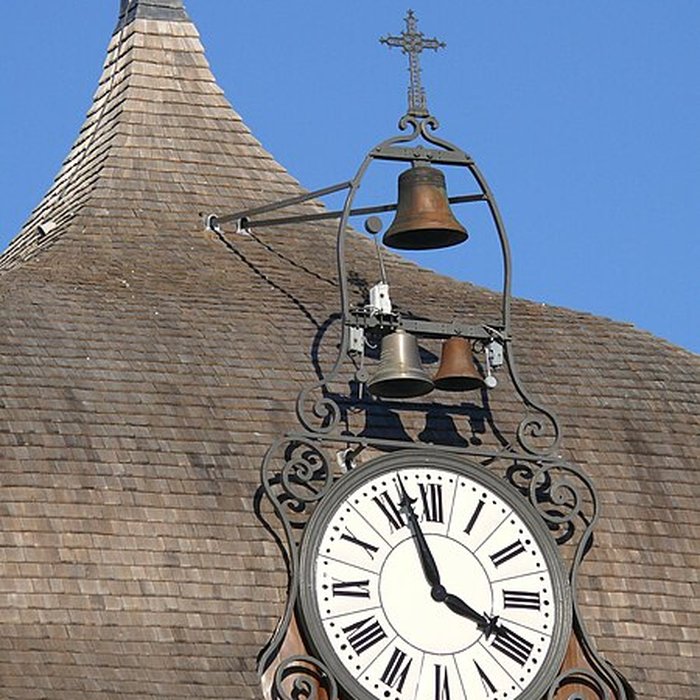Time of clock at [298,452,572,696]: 3:57
